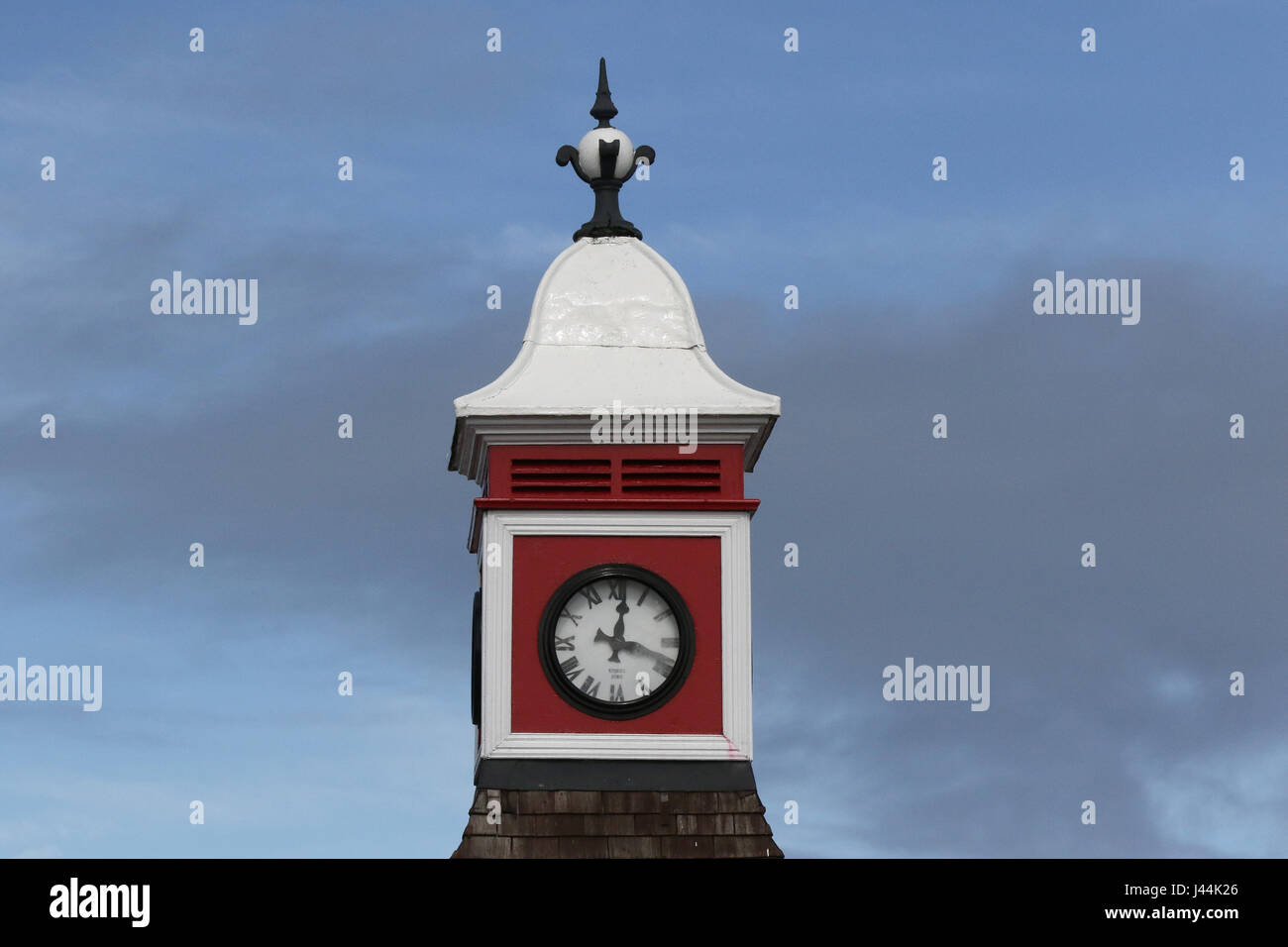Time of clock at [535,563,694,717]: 12:18
